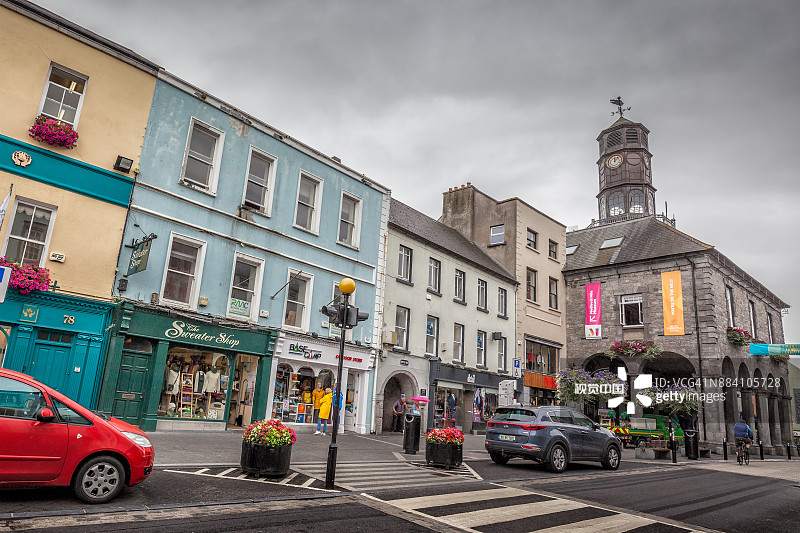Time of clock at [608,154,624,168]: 12:07
